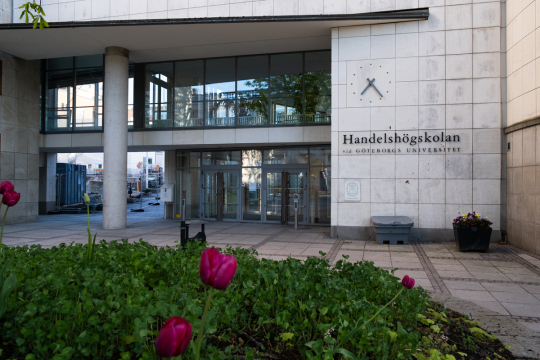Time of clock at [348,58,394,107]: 7:23
